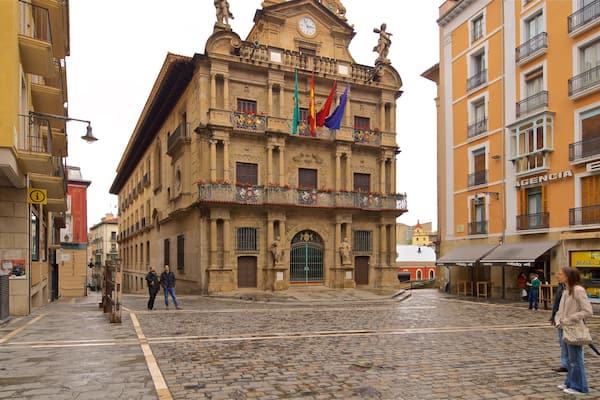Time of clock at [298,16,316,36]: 2:56
